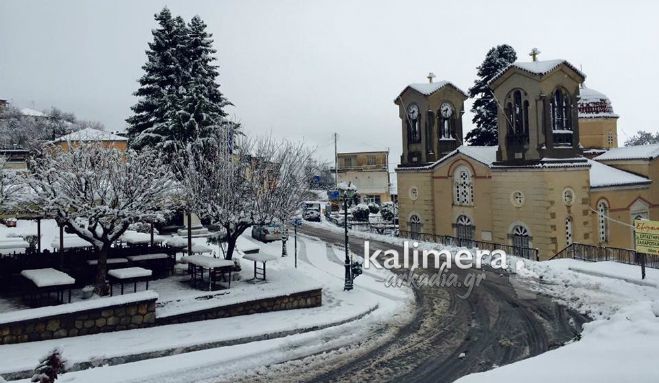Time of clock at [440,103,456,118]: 8:32
